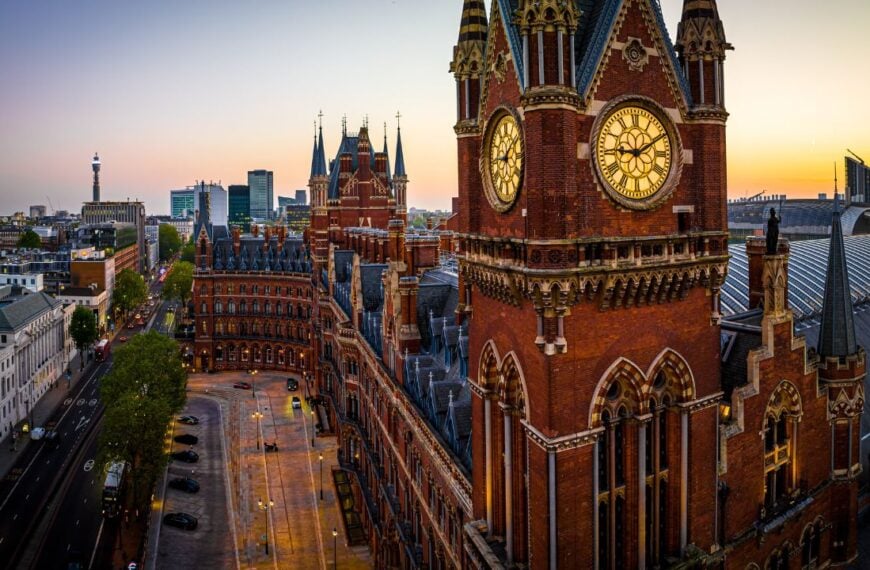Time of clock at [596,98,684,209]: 9:10
